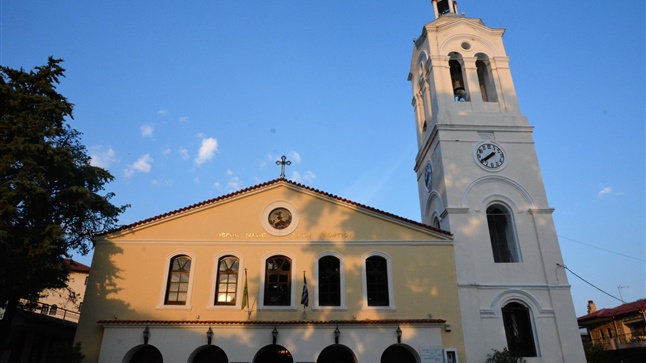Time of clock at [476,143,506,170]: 7:40
